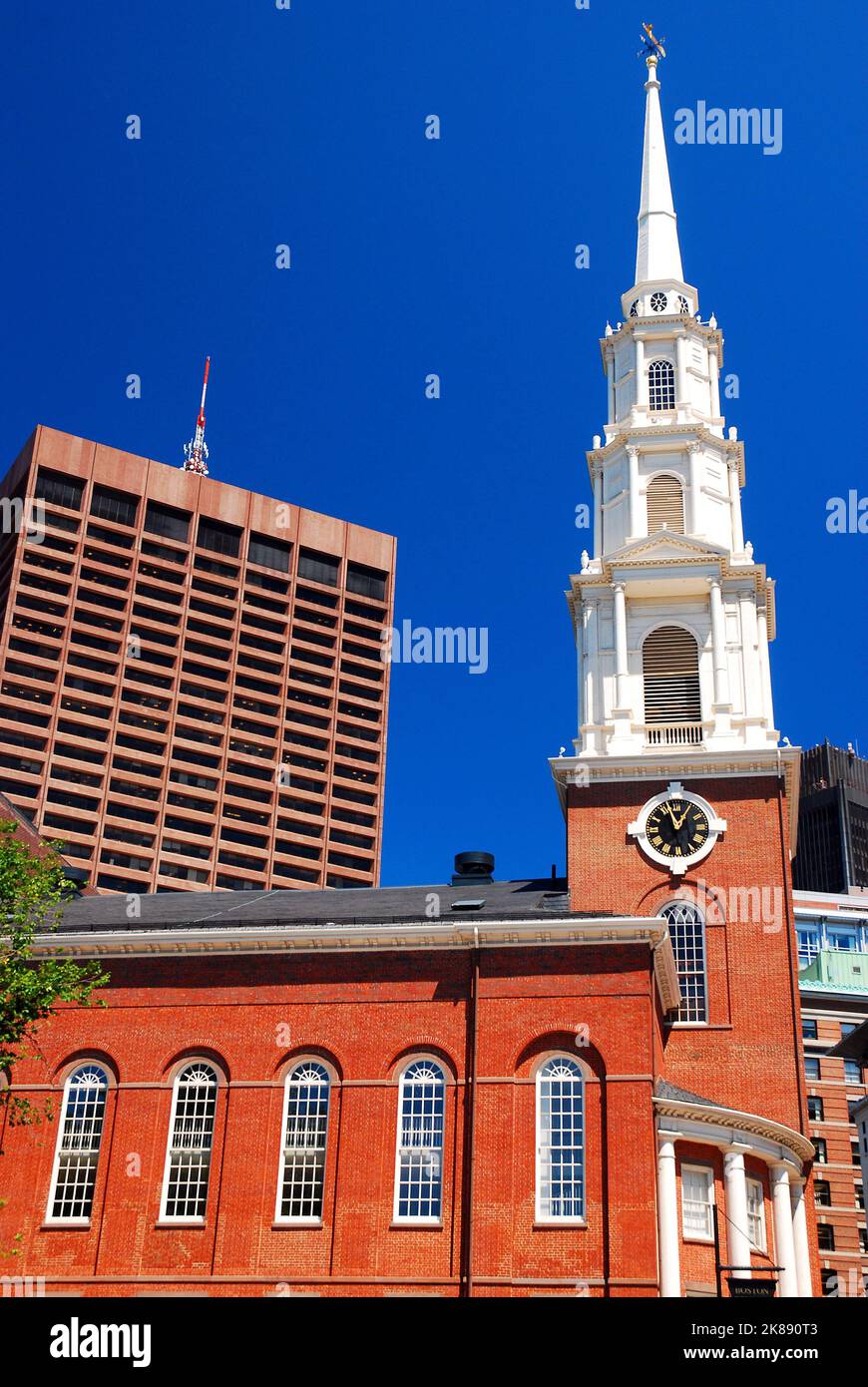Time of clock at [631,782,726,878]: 12:57
